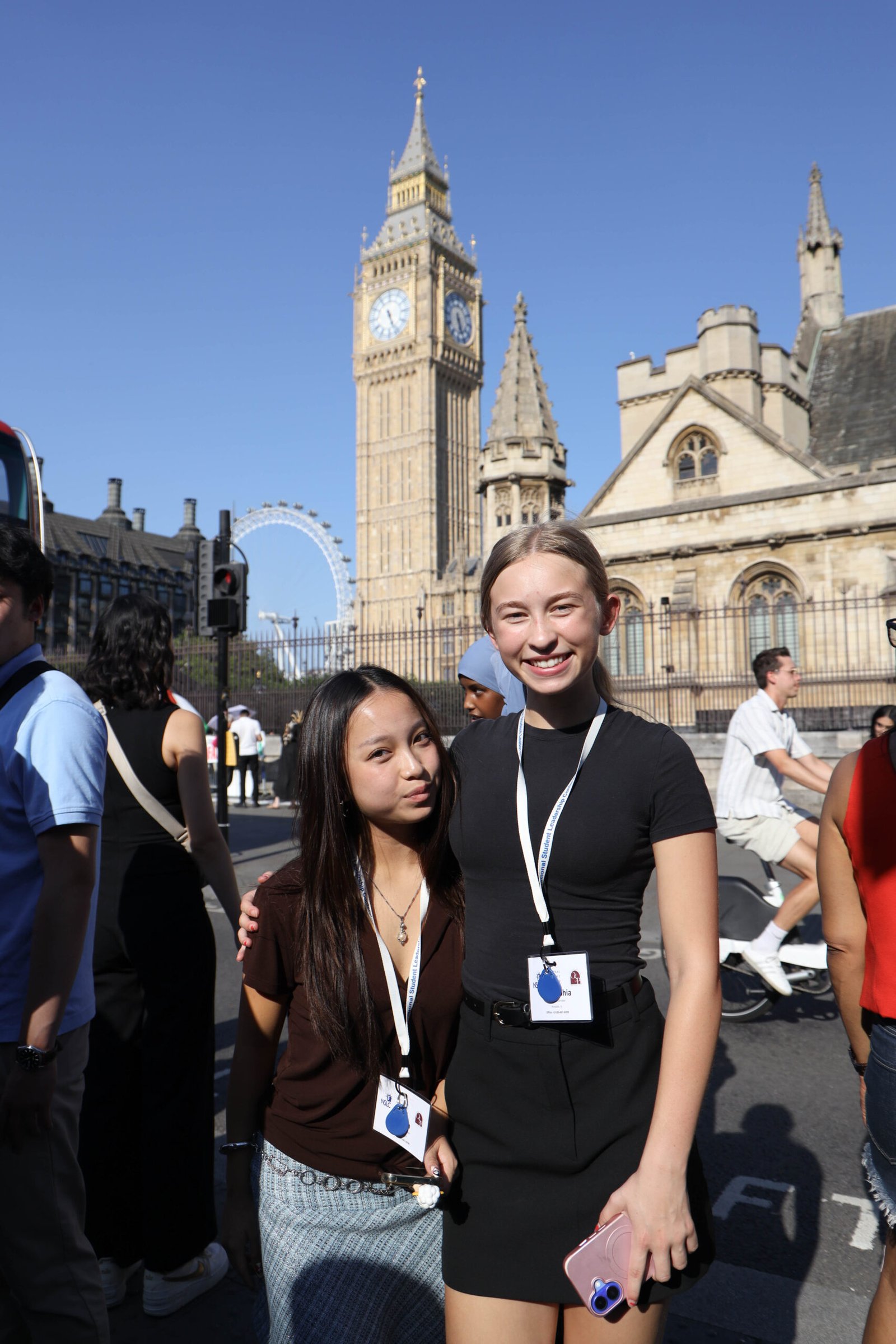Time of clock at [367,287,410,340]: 5:26
